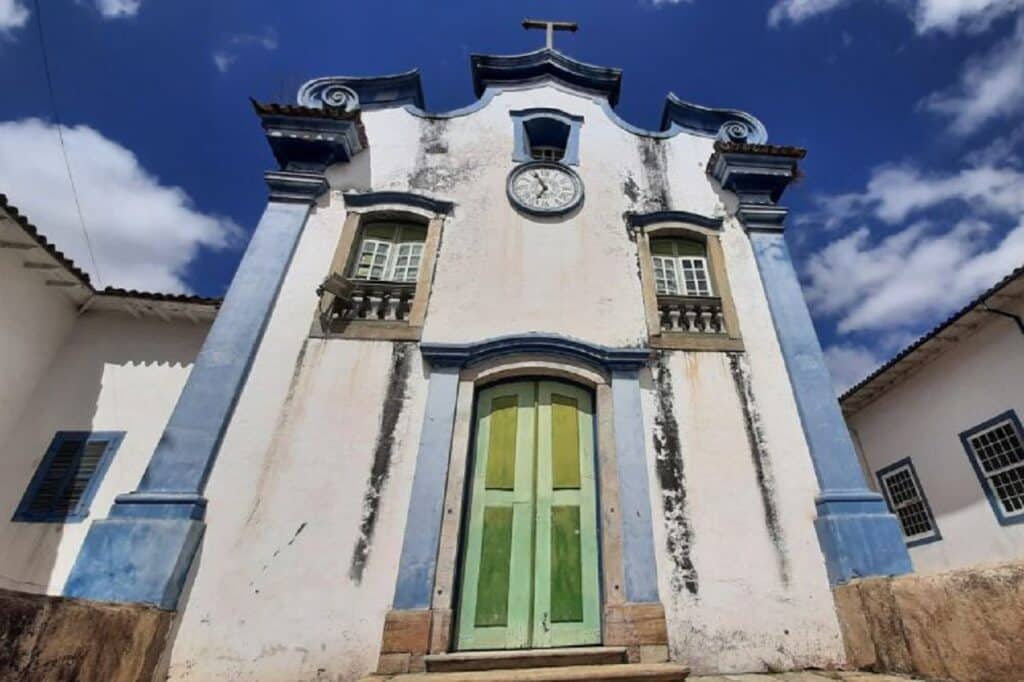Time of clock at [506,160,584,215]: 6:56
